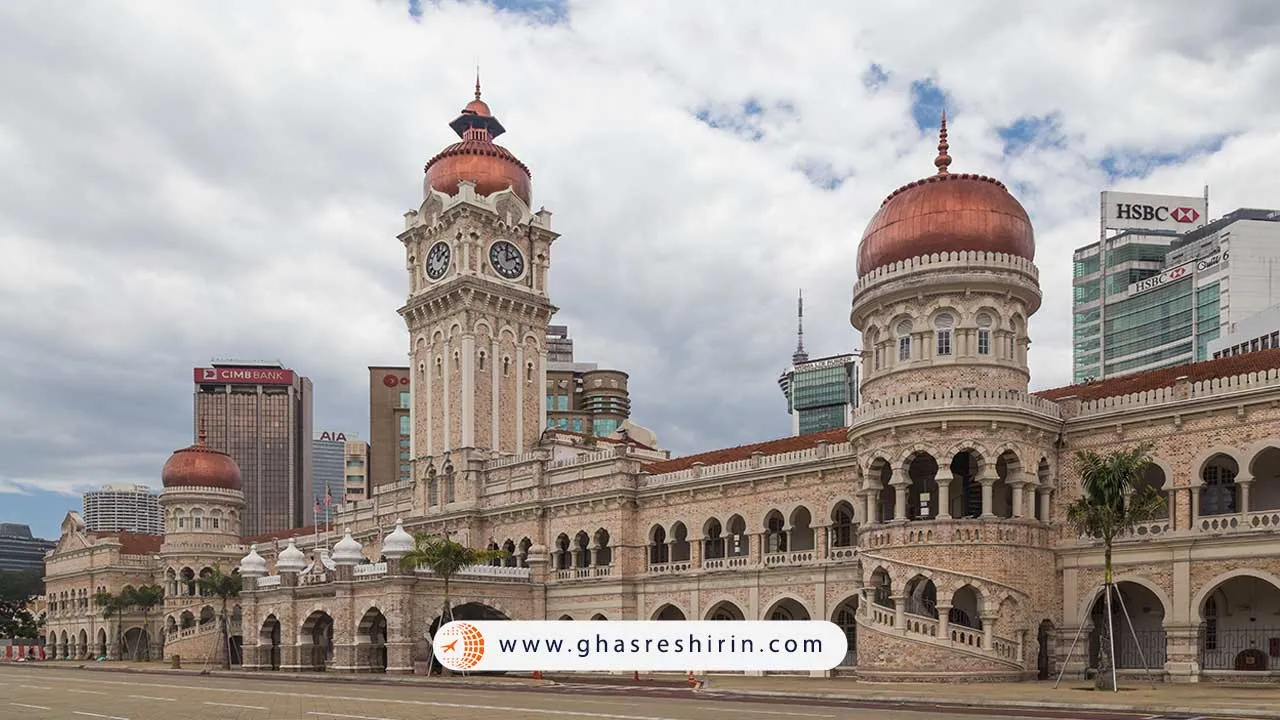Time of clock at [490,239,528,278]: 2:00
